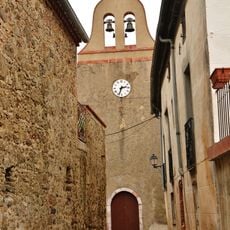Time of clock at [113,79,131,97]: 2:33
